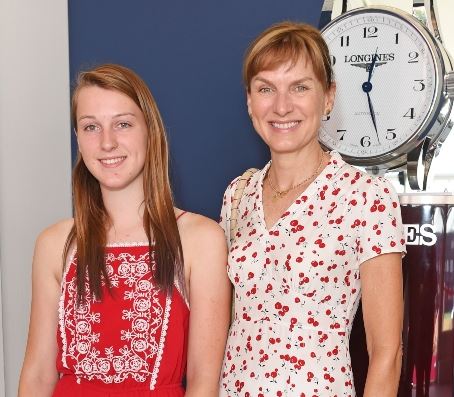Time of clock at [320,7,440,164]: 12:27
